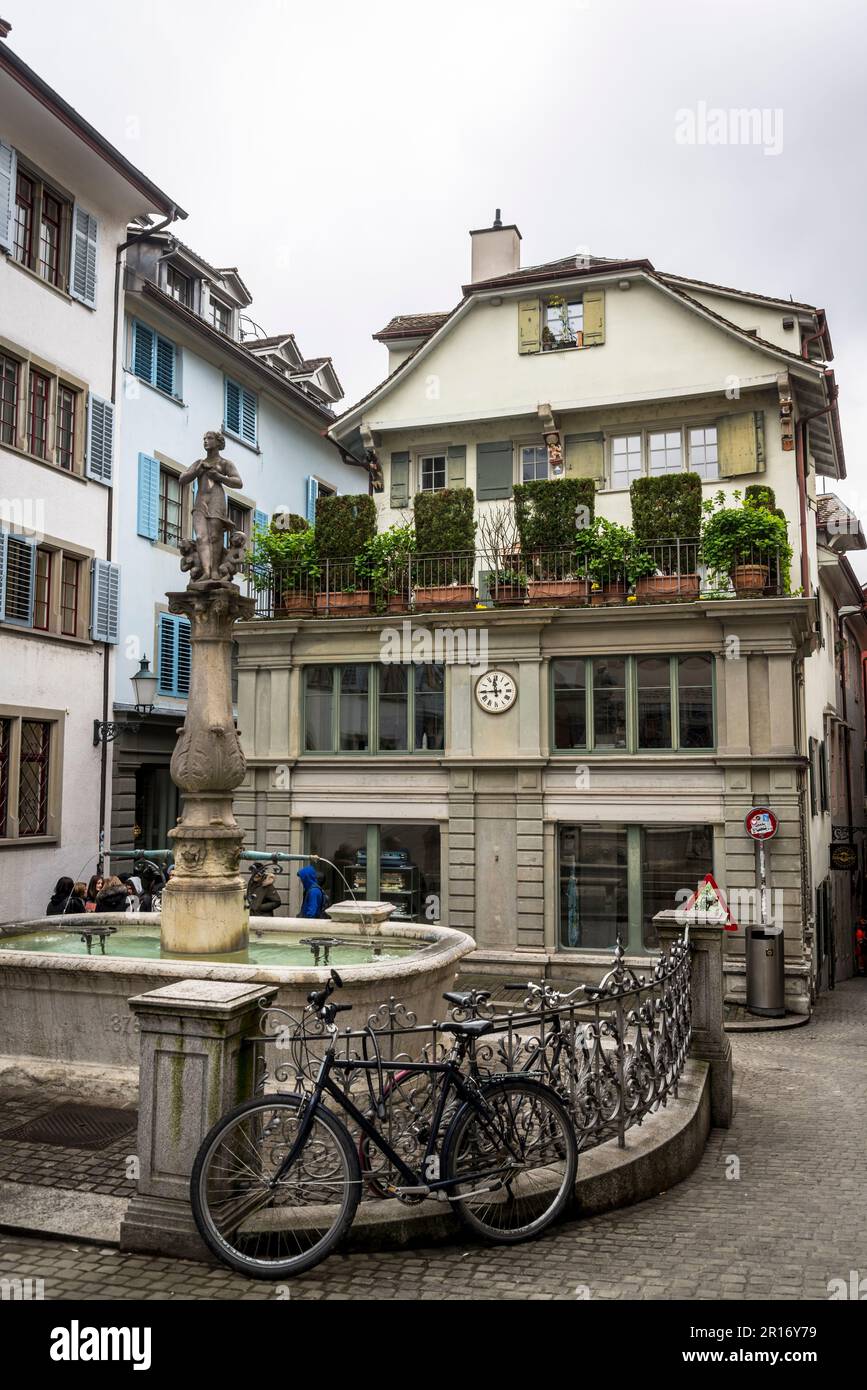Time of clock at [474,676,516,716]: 11:44
